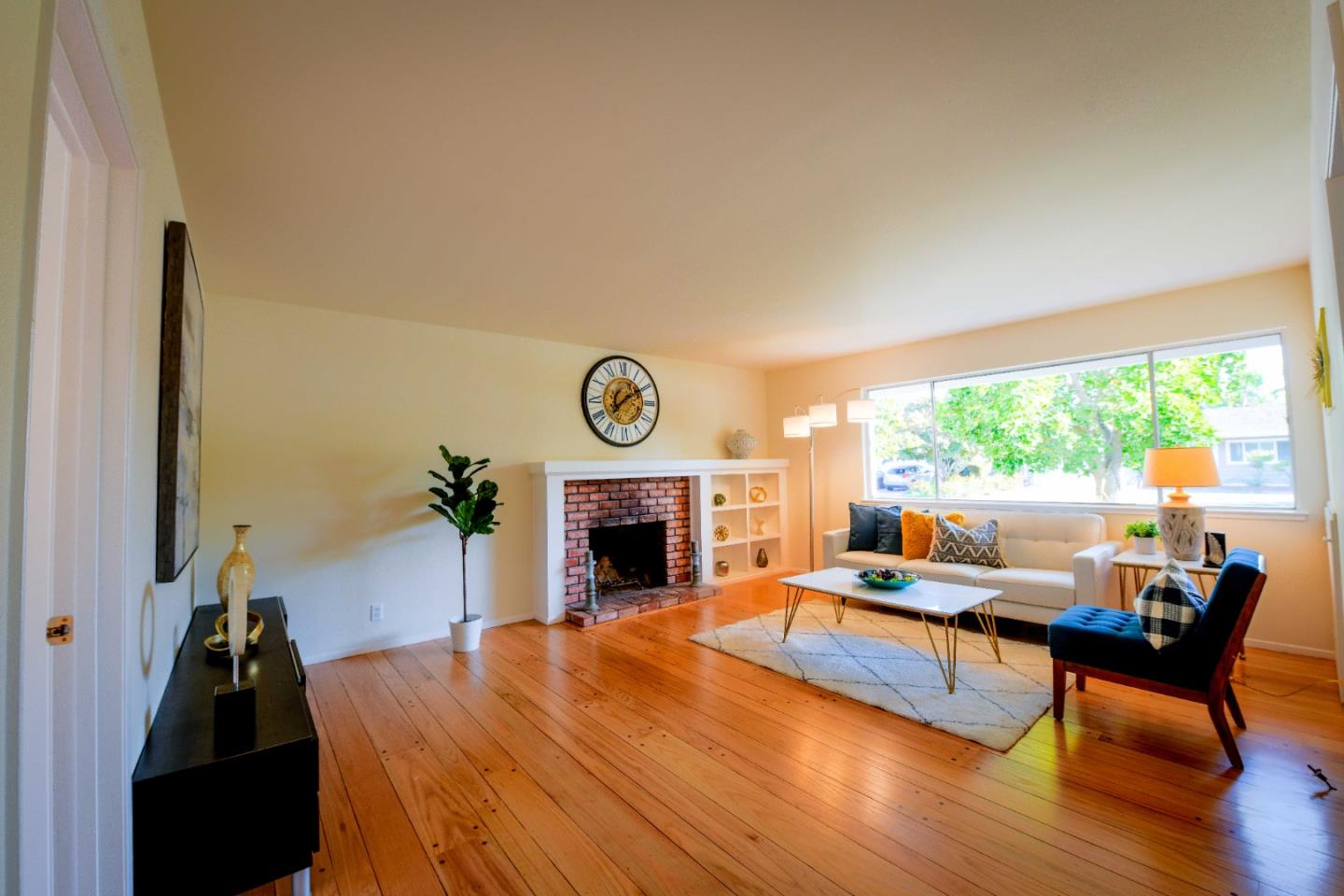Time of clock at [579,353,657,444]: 7:09
